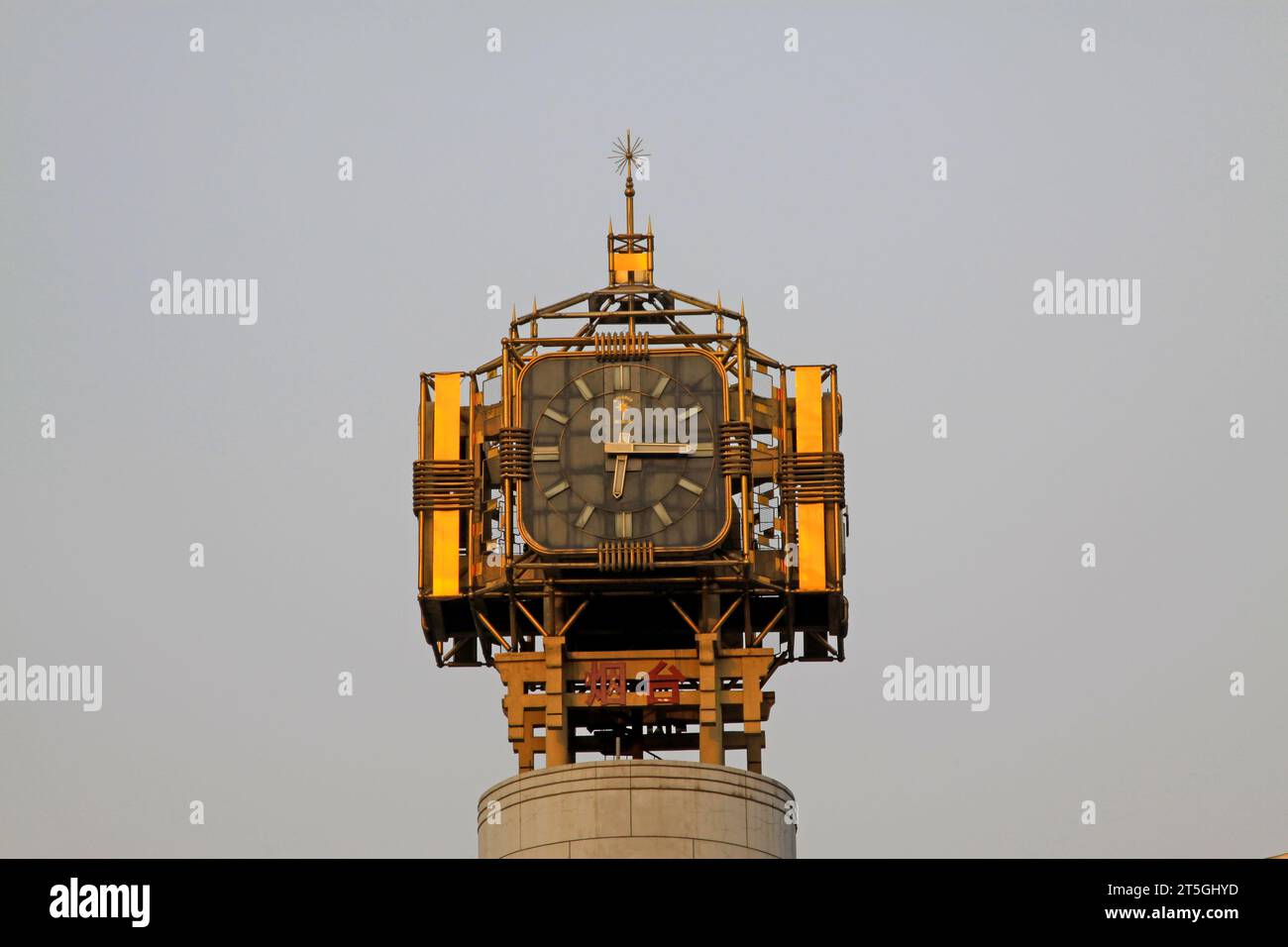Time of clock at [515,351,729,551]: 6:15
